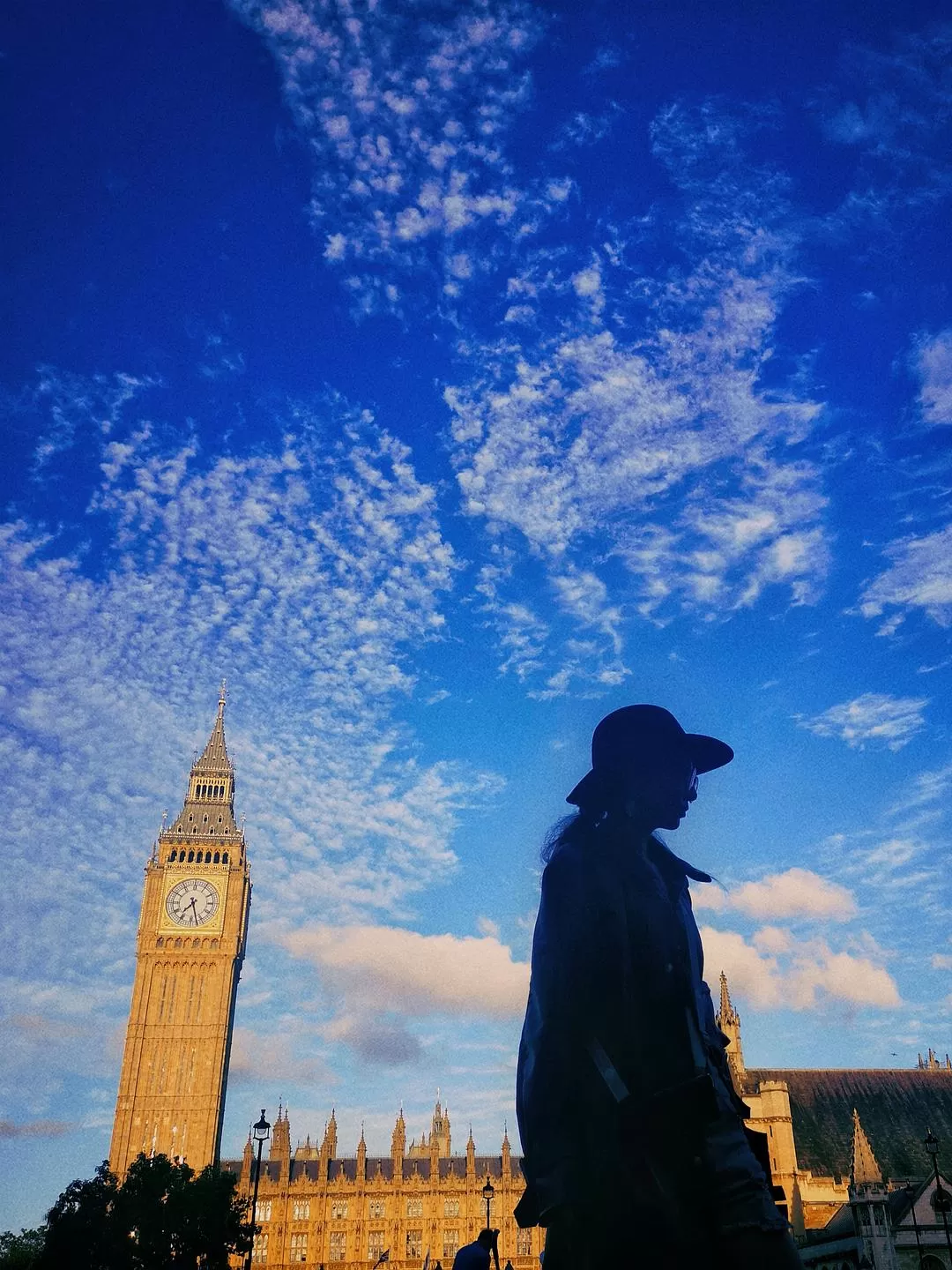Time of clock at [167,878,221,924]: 7:27
